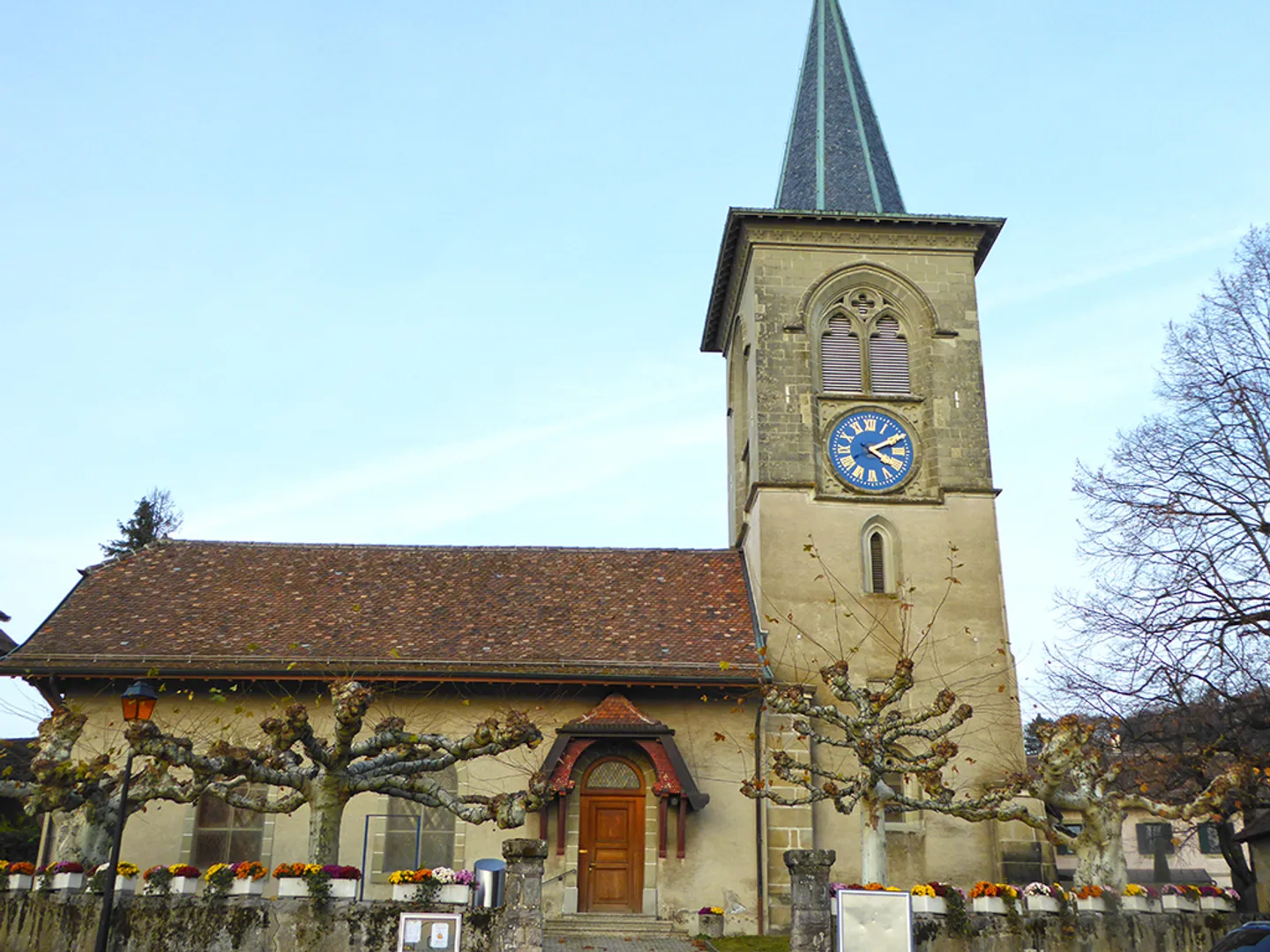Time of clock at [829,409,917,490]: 4:10
